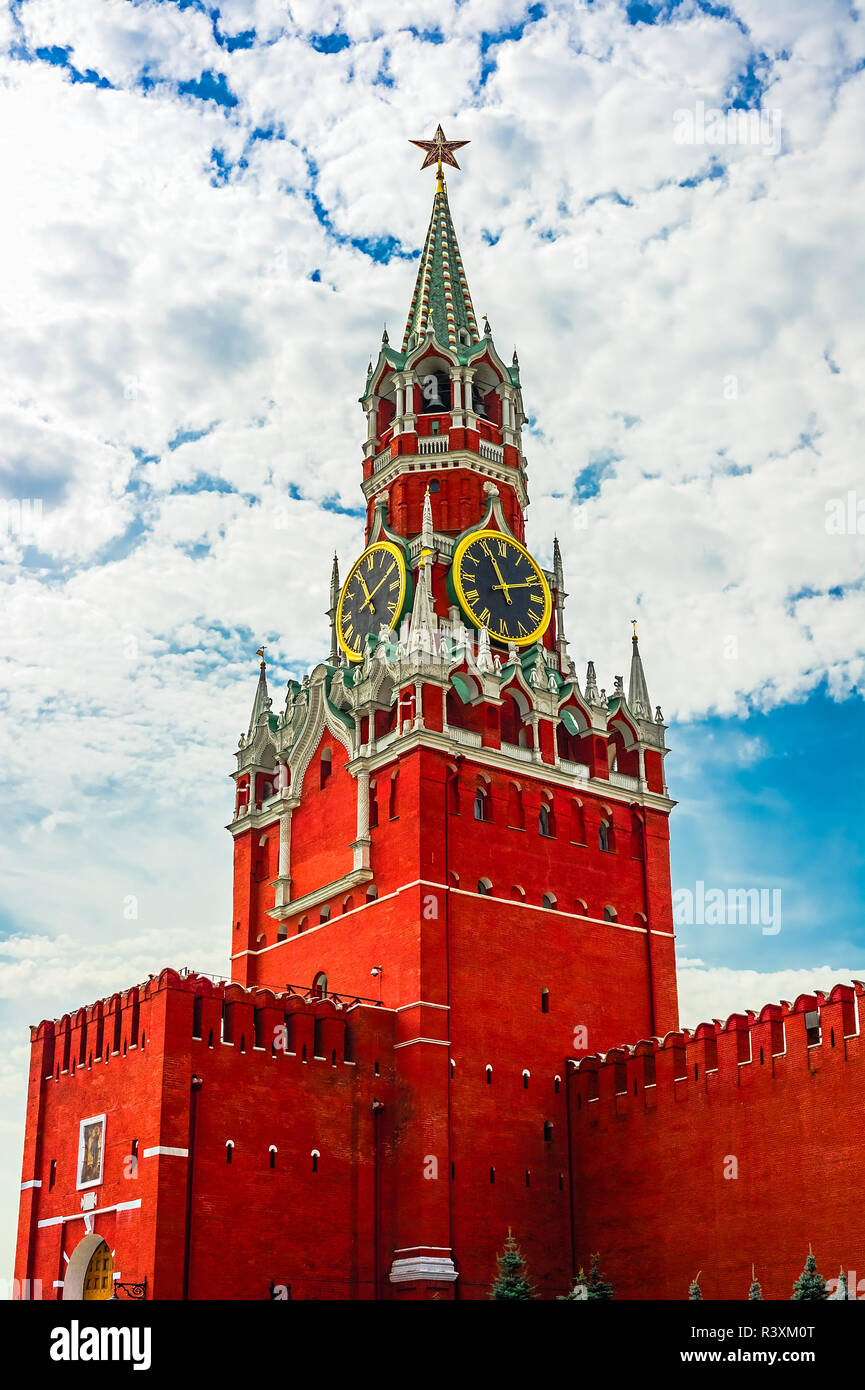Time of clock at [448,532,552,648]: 11:11
